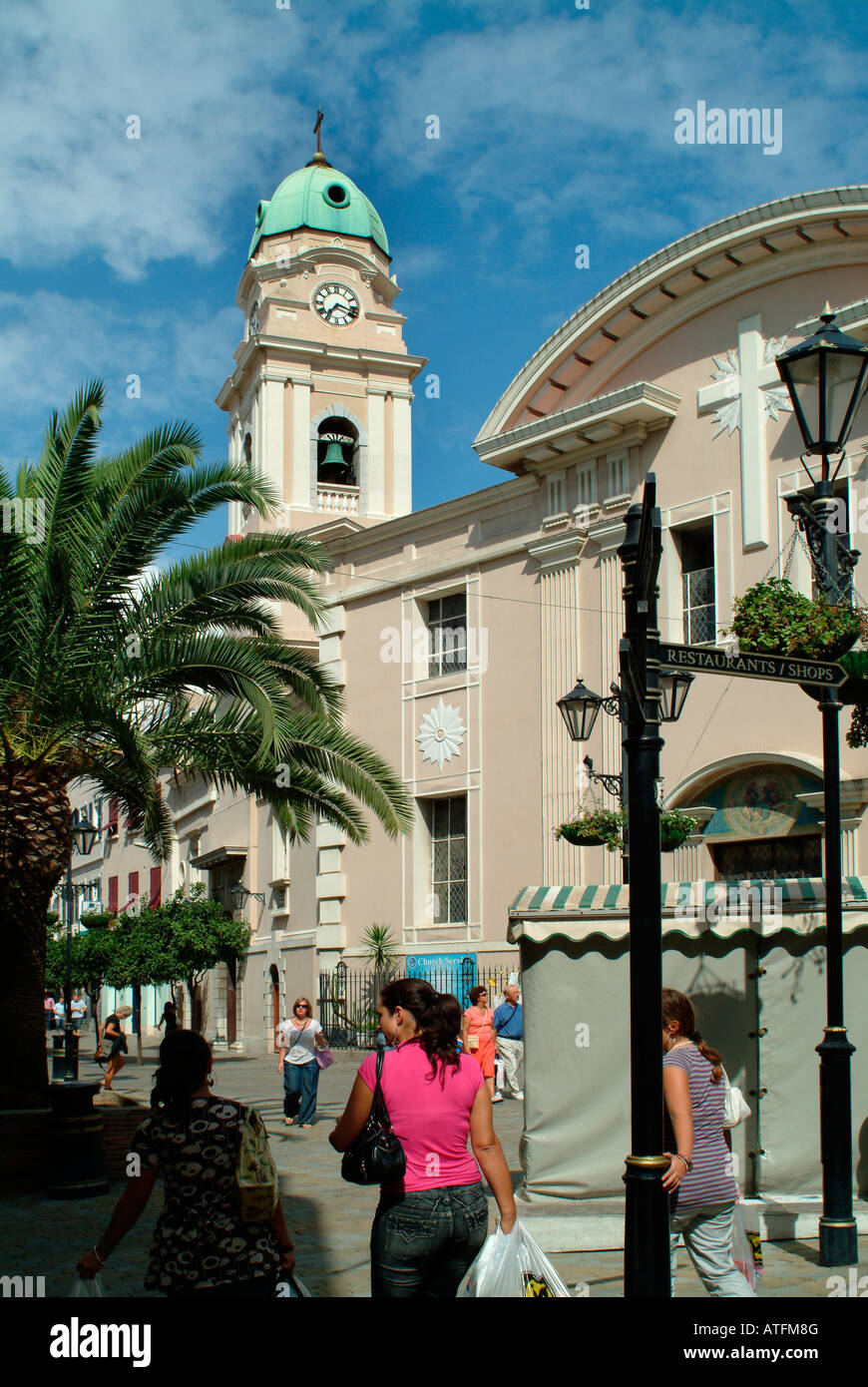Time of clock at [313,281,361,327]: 7:18
